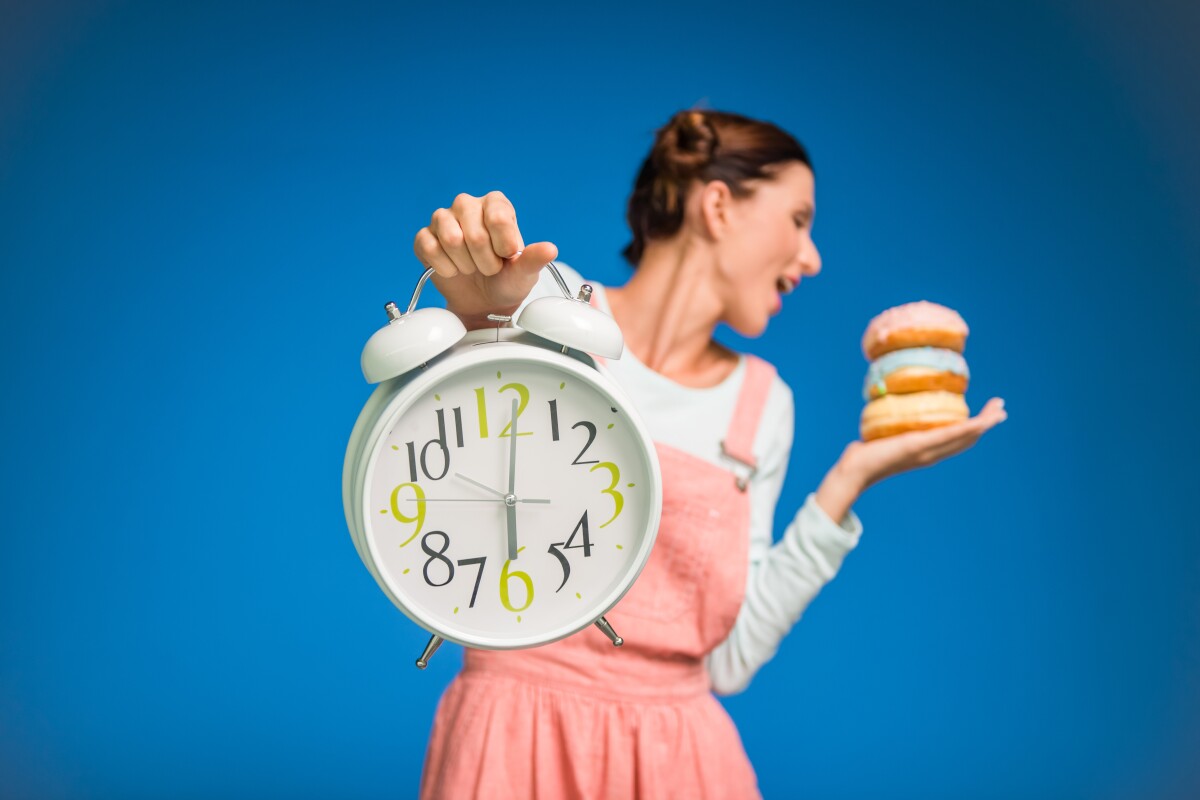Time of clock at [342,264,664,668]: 6:01
